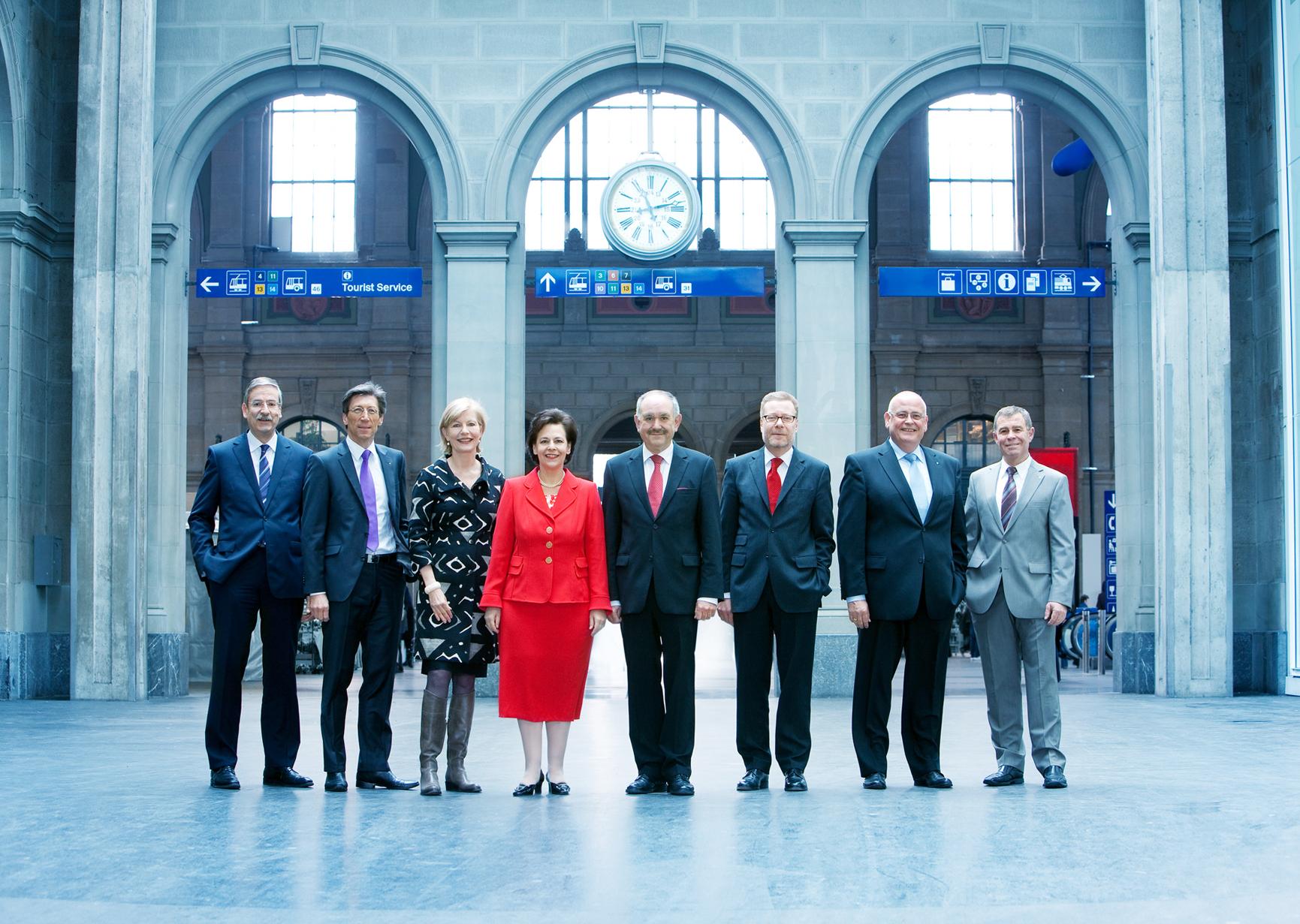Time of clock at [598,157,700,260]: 11:12
